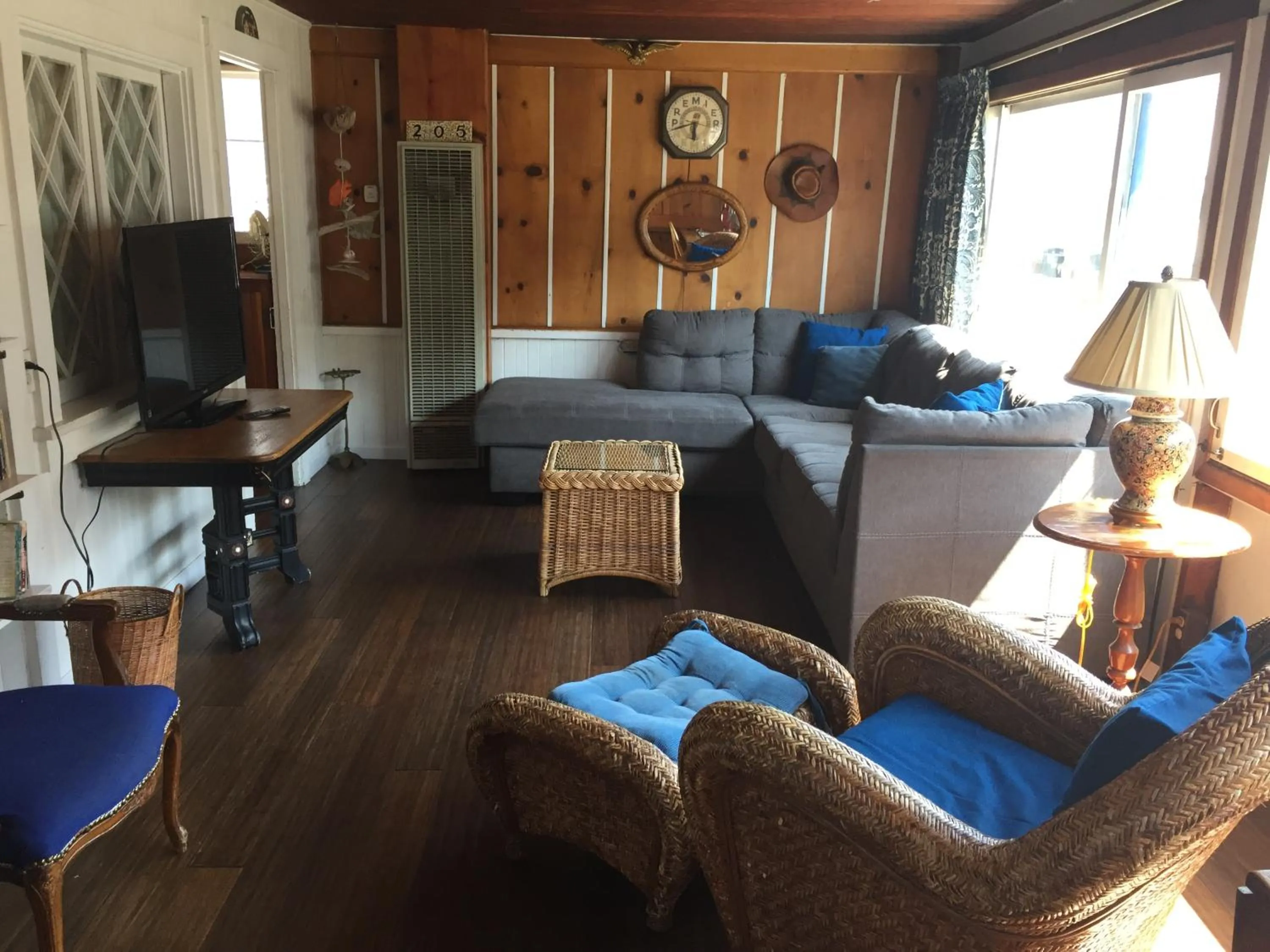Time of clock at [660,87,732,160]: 5:42
